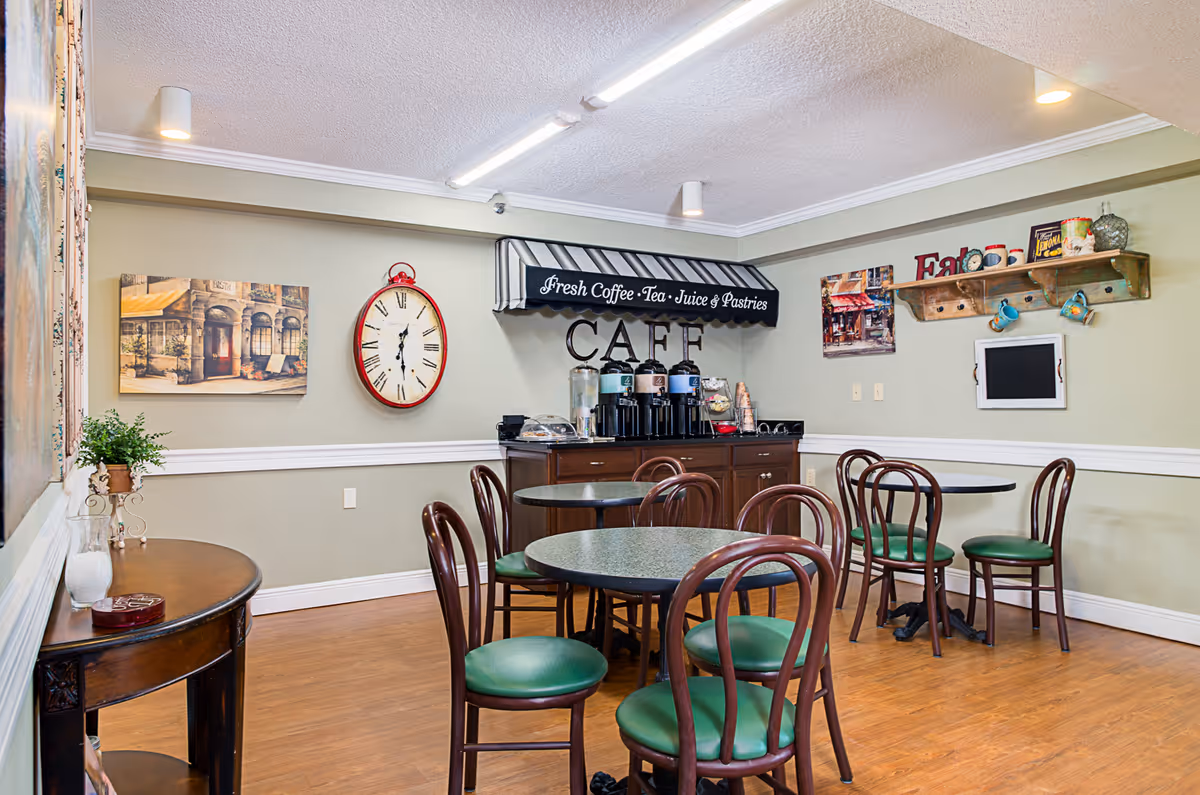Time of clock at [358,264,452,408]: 12:28
